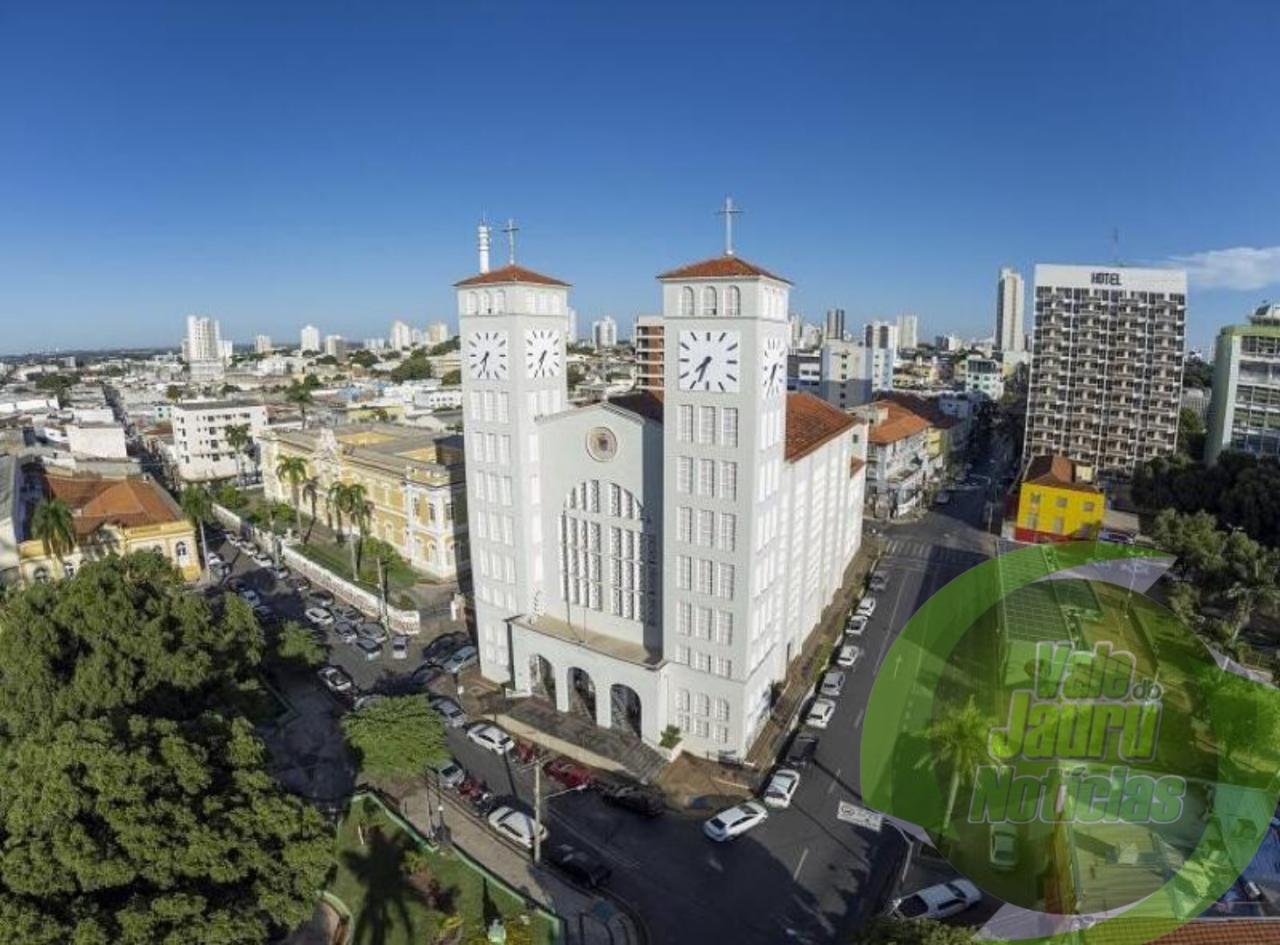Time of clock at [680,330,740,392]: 7:33
